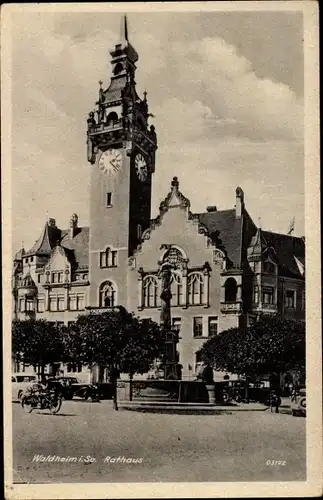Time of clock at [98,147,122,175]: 2:22
